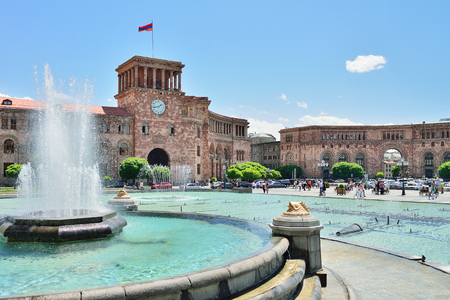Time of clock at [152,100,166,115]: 1:43
